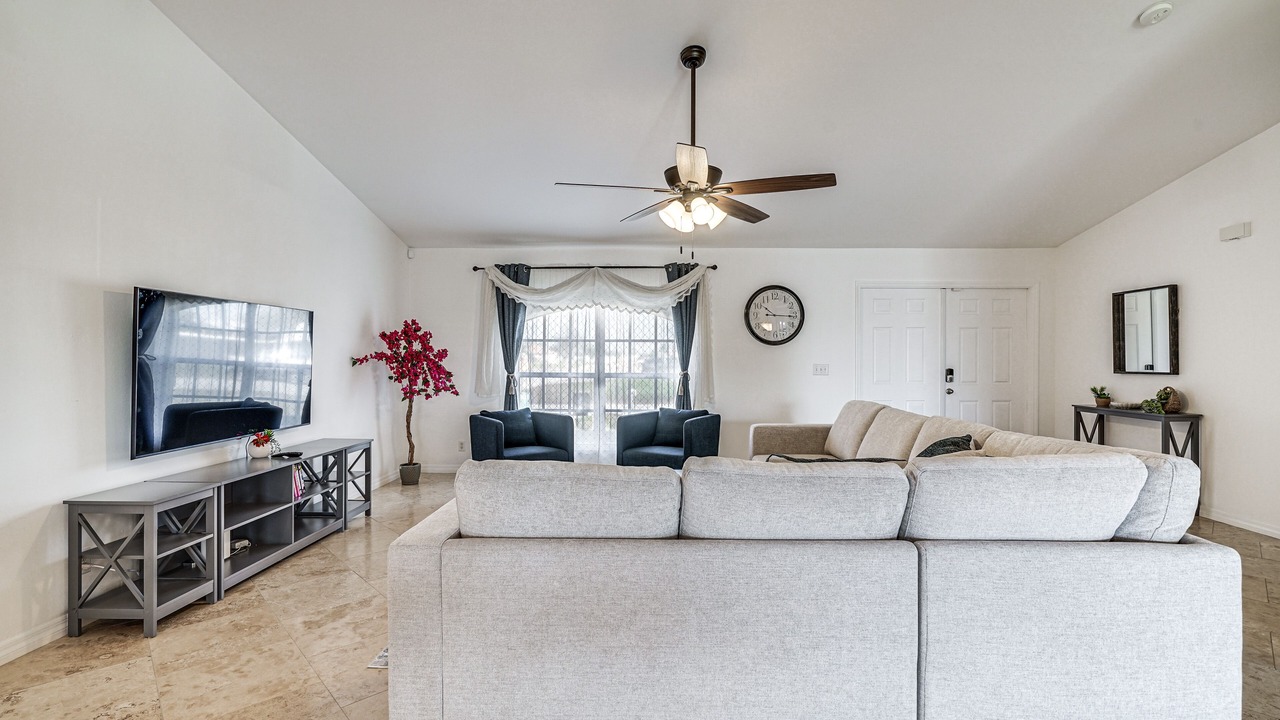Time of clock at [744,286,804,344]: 10:15
